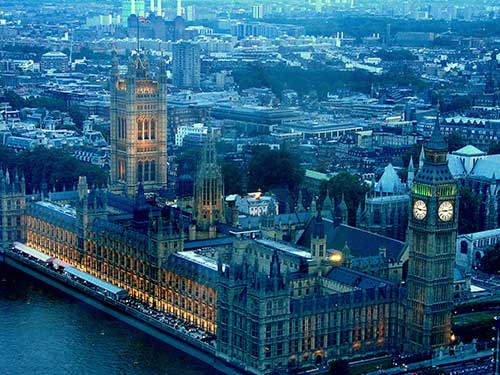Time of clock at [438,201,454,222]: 9:13
